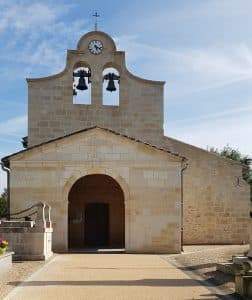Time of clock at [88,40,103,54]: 5:18
